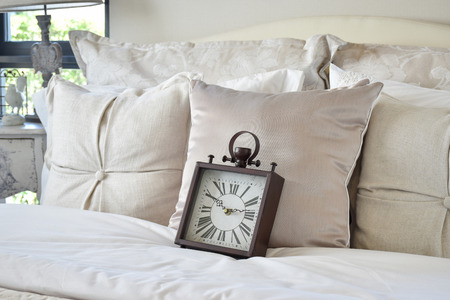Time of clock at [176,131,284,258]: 2:49
